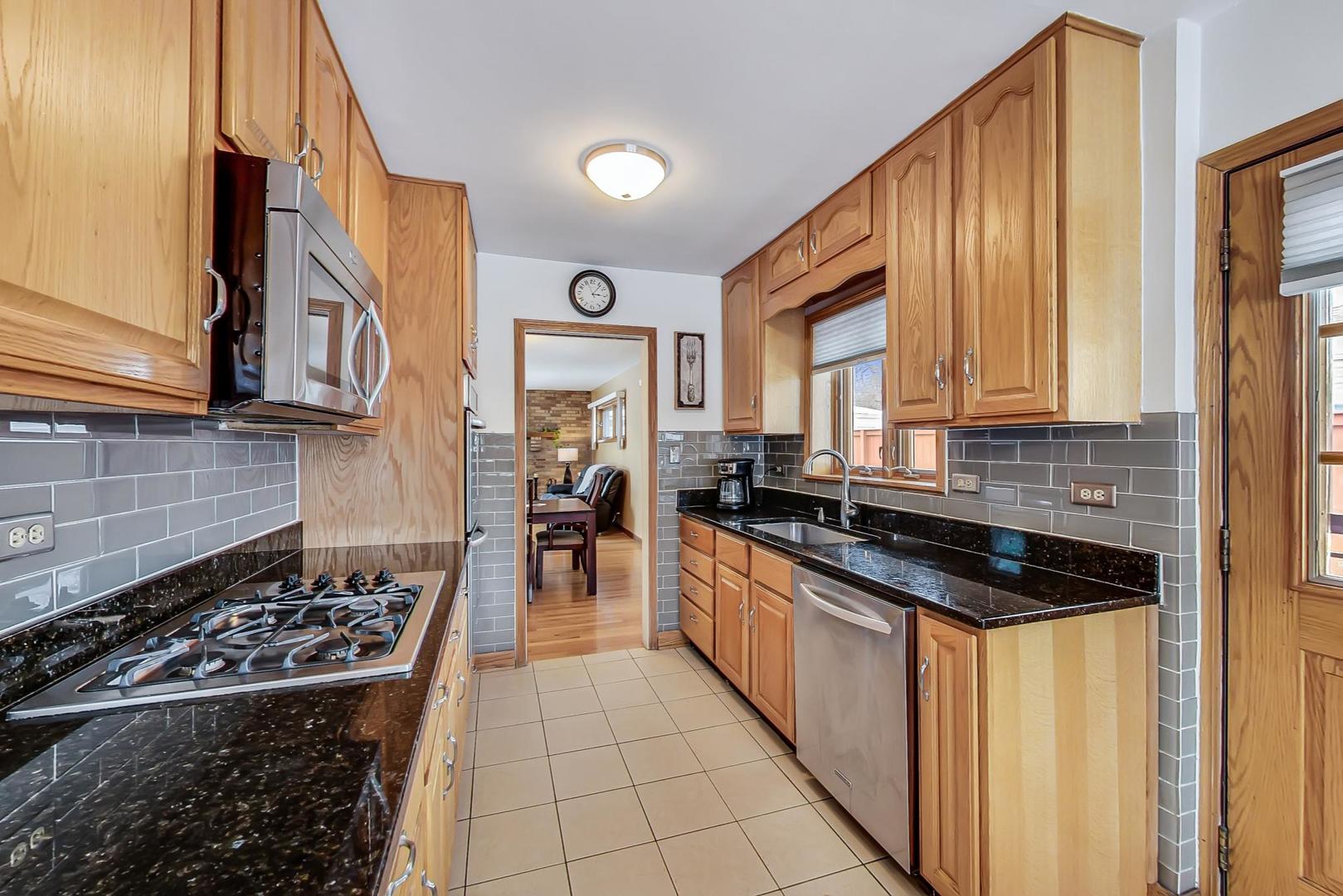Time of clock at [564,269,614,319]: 3:06
